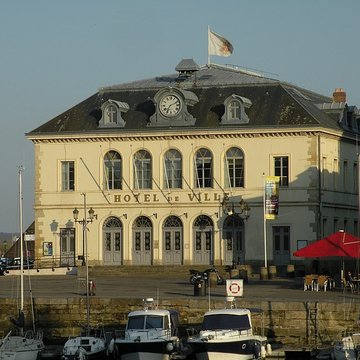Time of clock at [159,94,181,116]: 7:11
